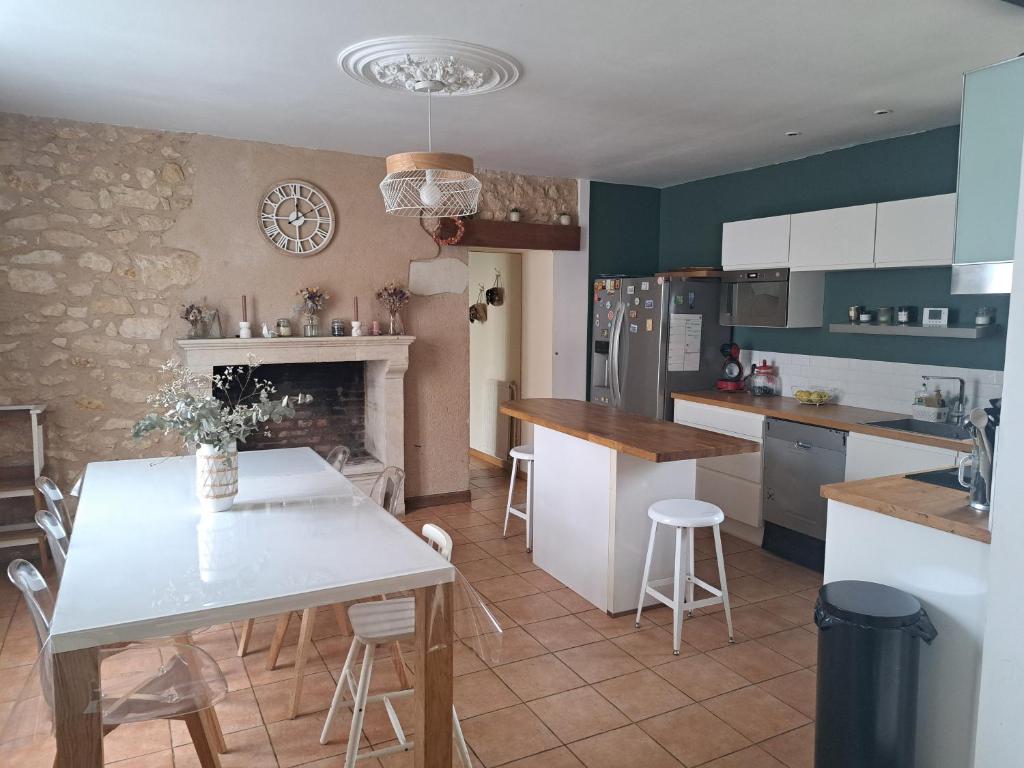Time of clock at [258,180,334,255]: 12:09
